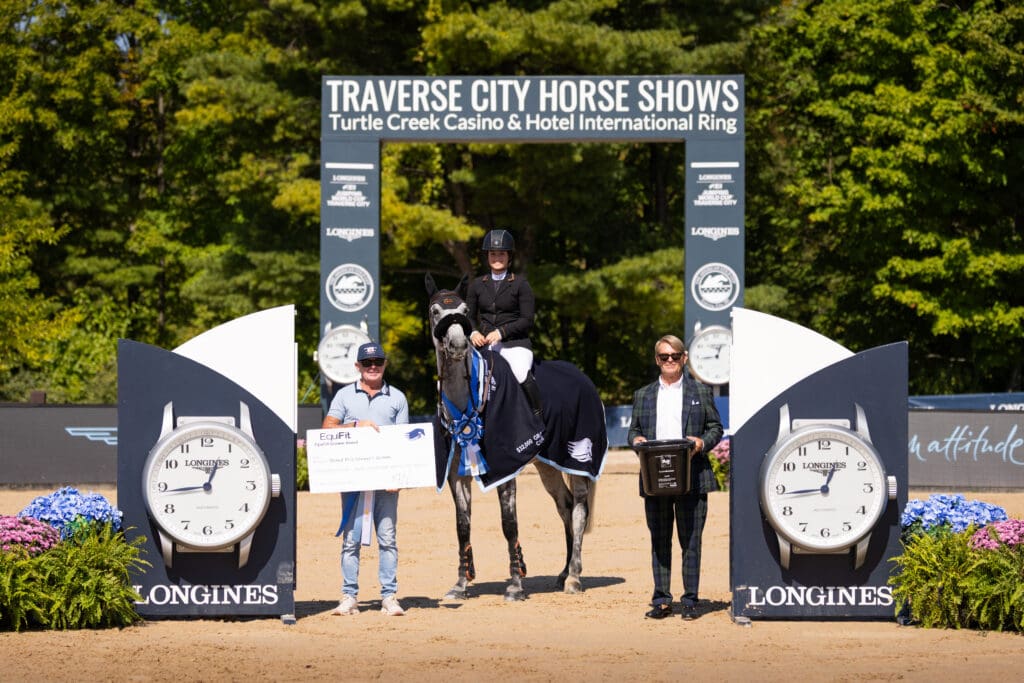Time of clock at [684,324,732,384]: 12:43
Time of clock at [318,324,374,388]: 12:43
